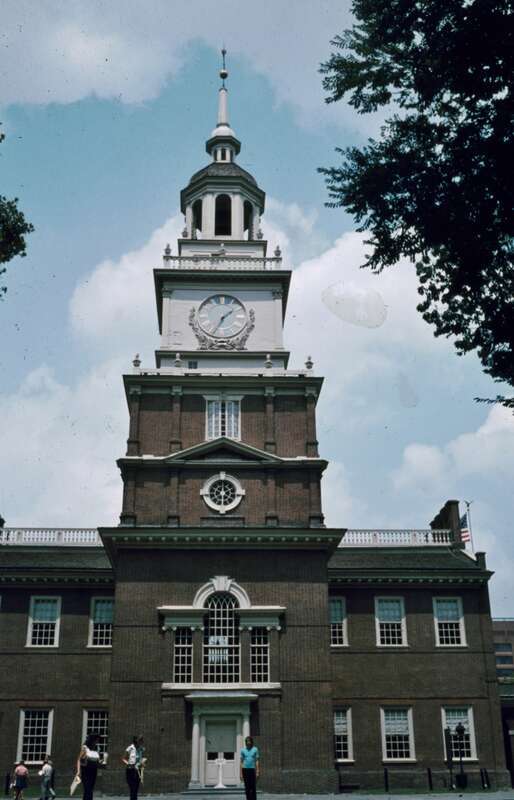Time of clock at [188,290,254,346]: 1:33
